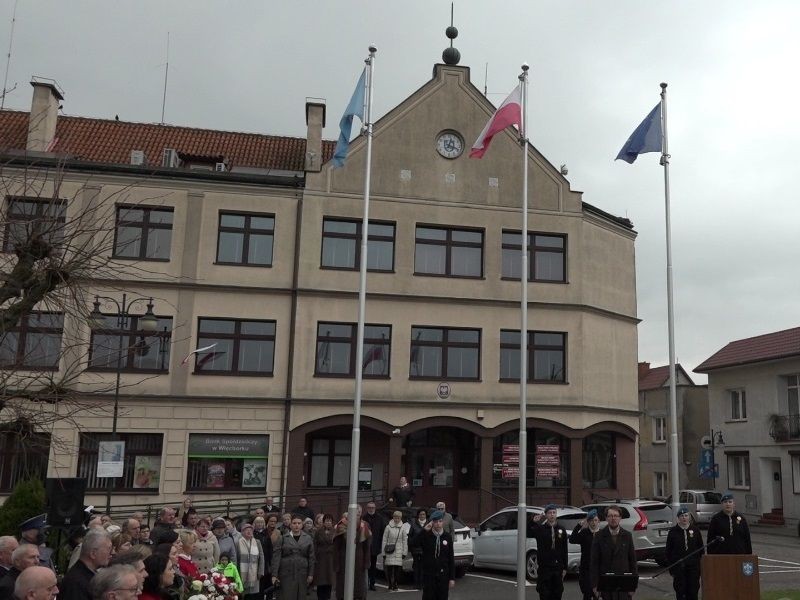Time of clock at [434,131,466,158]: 12:18
